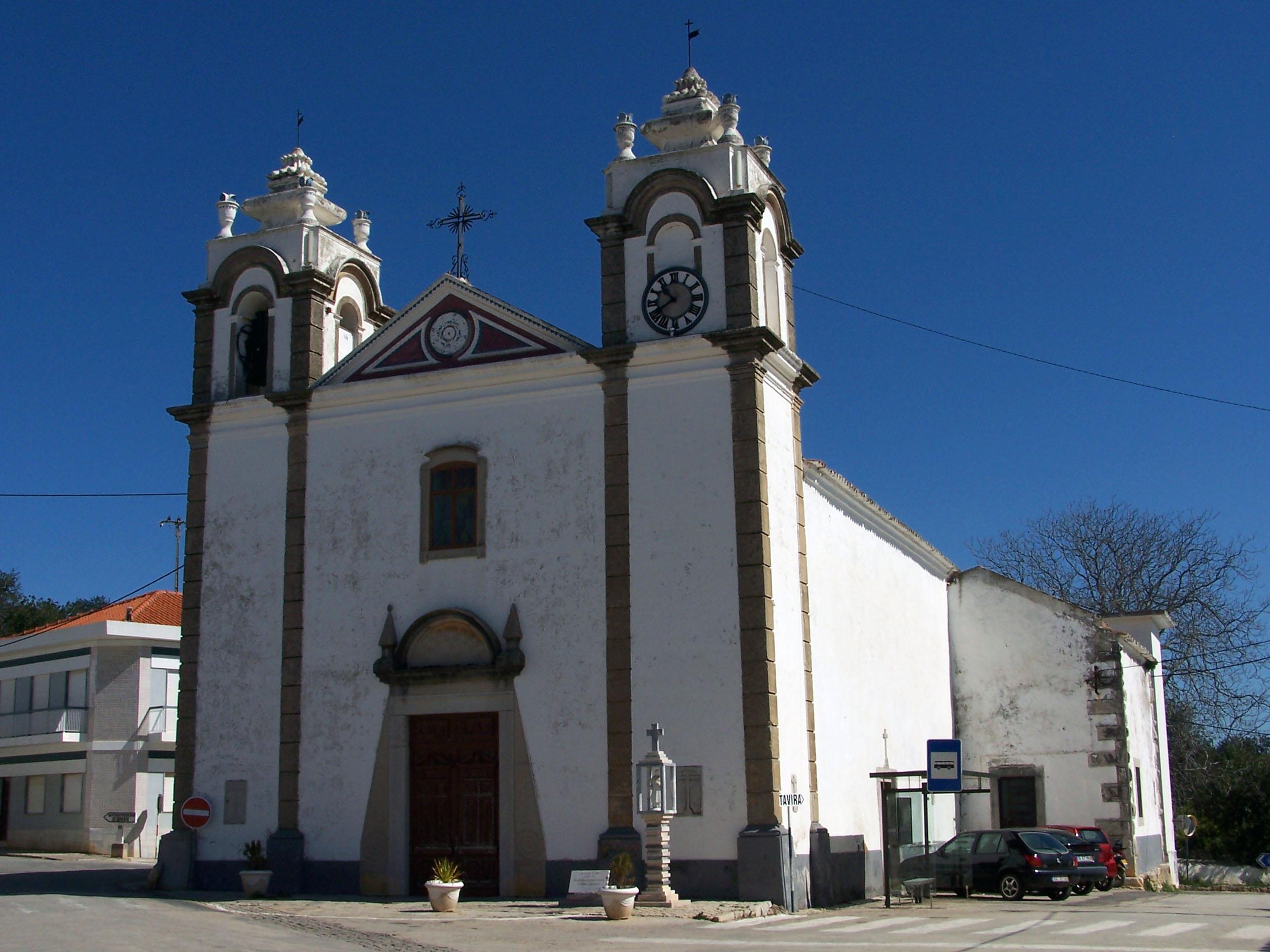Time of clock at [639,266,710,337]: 10:39
